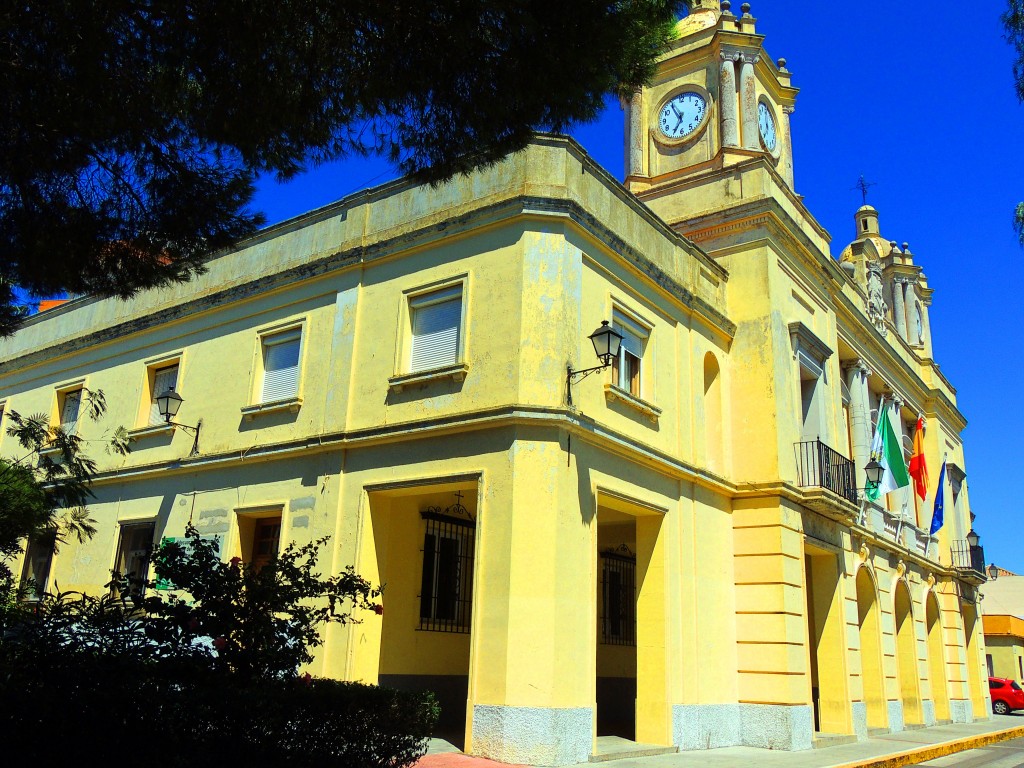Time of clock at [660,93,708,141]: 6:54
